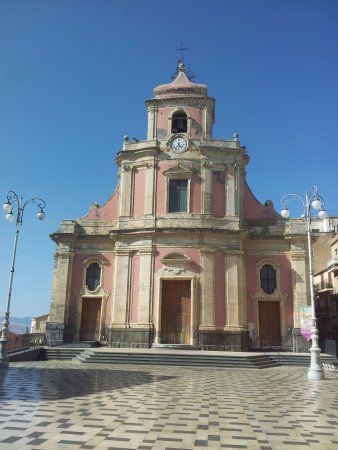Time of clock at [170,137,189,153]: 4:35
